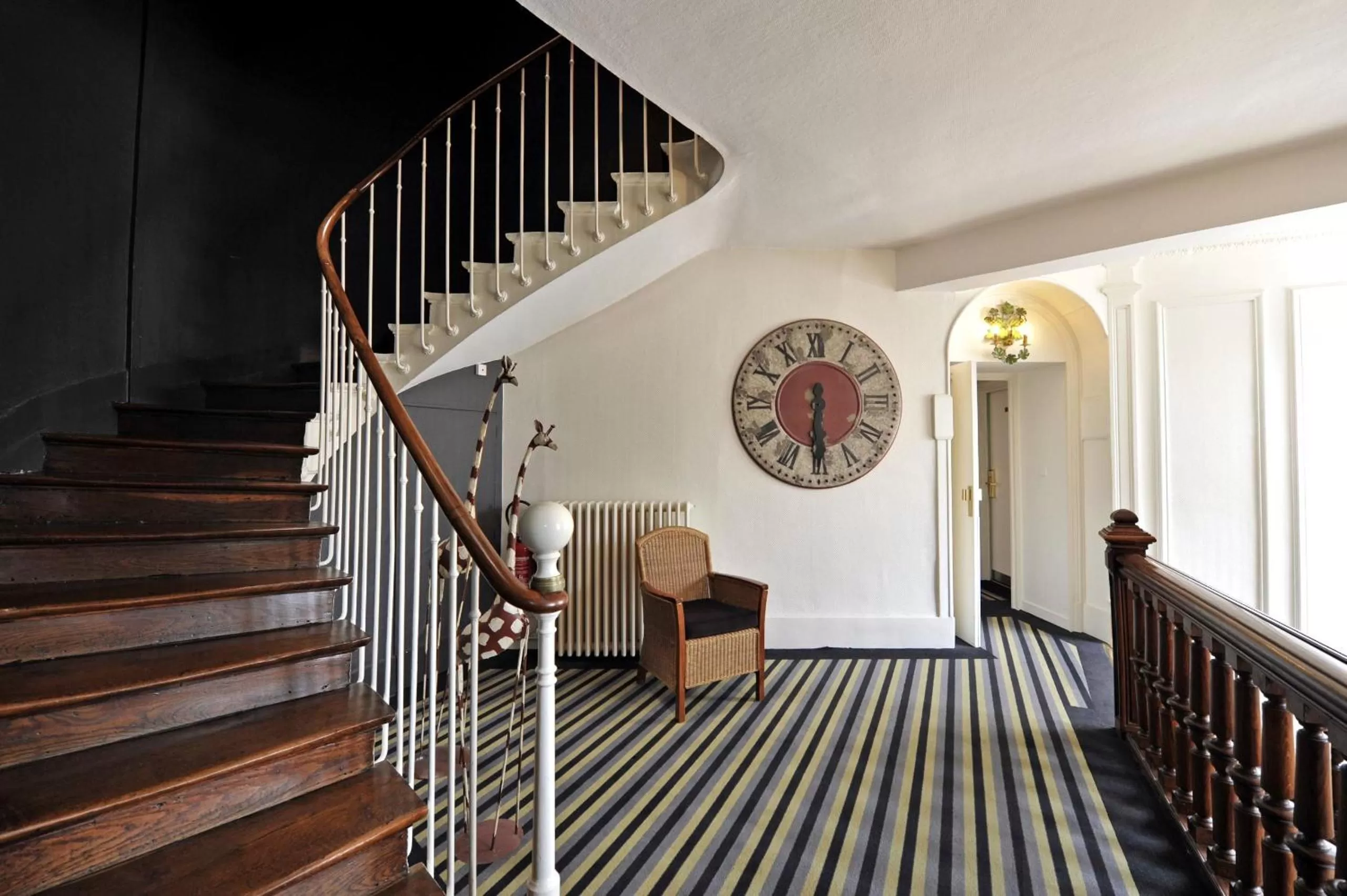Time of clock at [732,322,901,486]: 6:30
